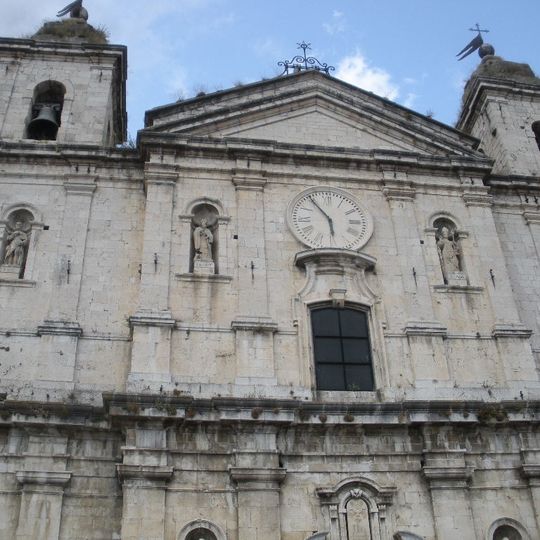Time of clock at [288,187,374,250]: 5:54
